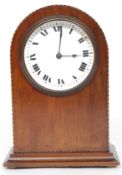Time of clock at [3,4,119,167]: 3:01
